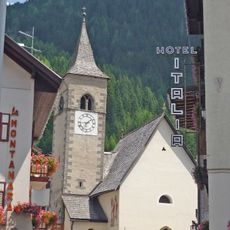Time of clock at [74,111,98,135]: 6:43
